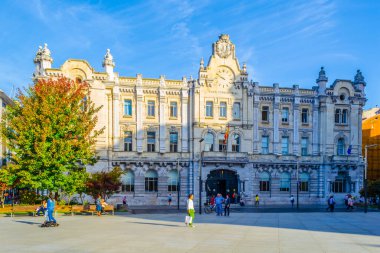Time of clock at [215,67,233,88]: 9:51
